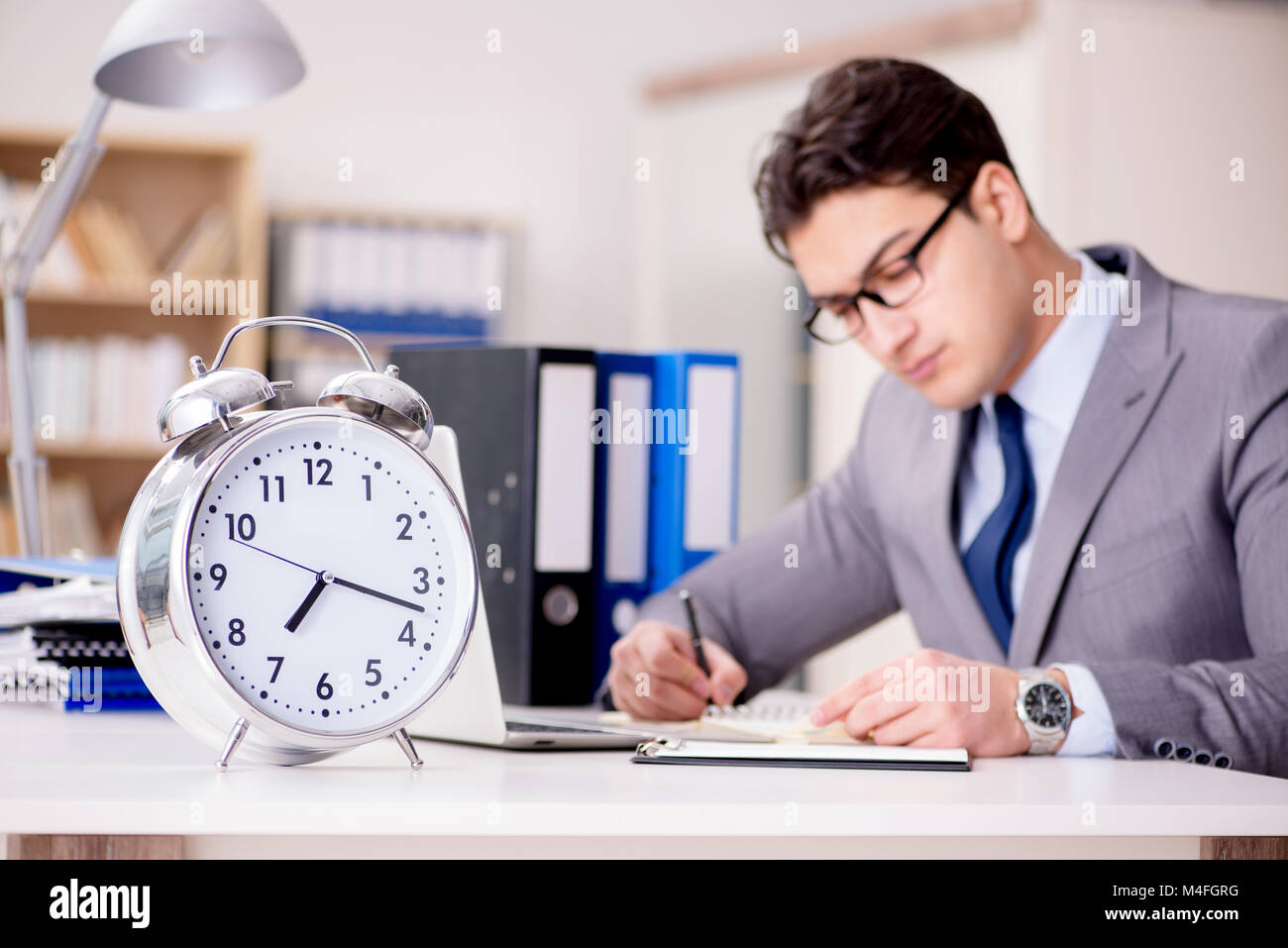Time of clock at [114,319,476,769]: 7:17
